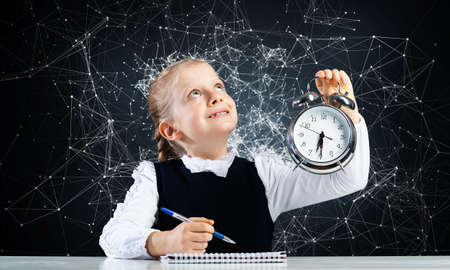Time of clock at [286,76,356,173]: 6:29
